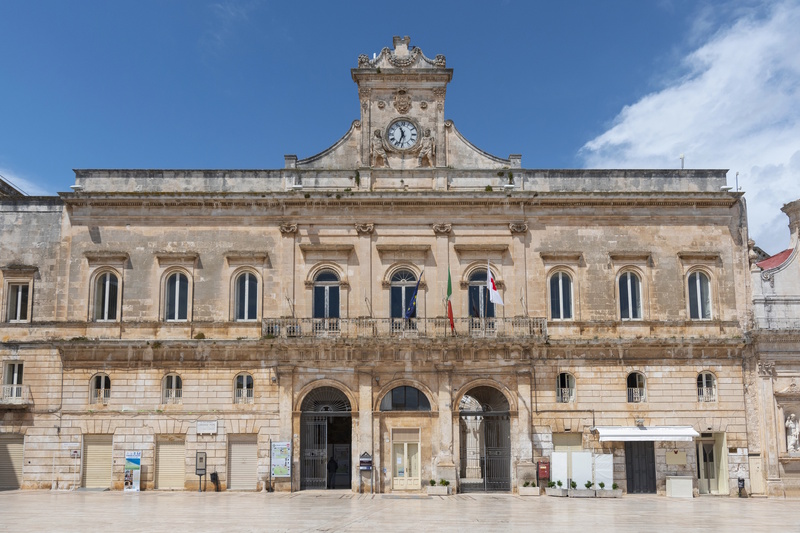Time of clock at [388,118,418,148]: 11:33
